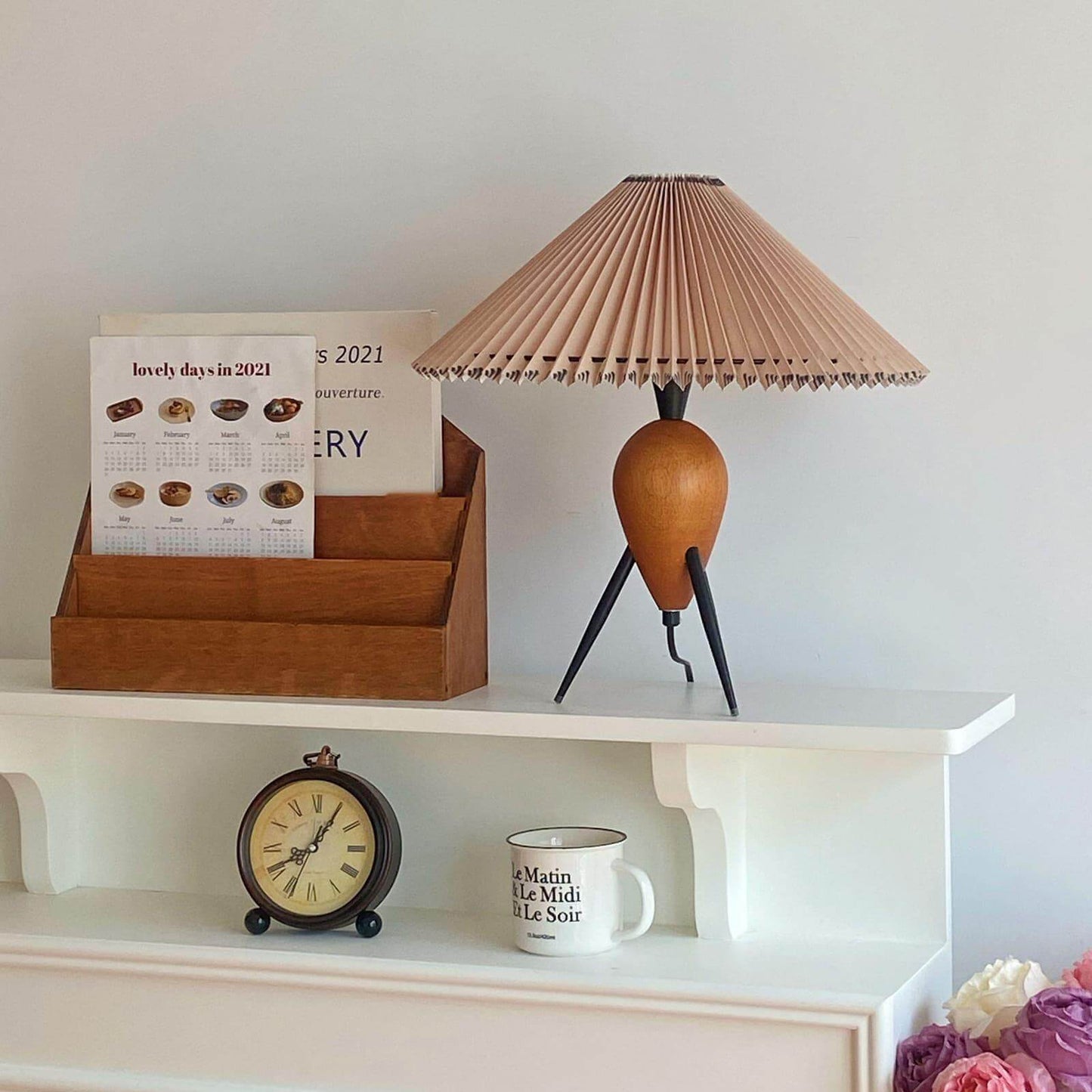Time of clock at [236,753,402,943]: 8:05
